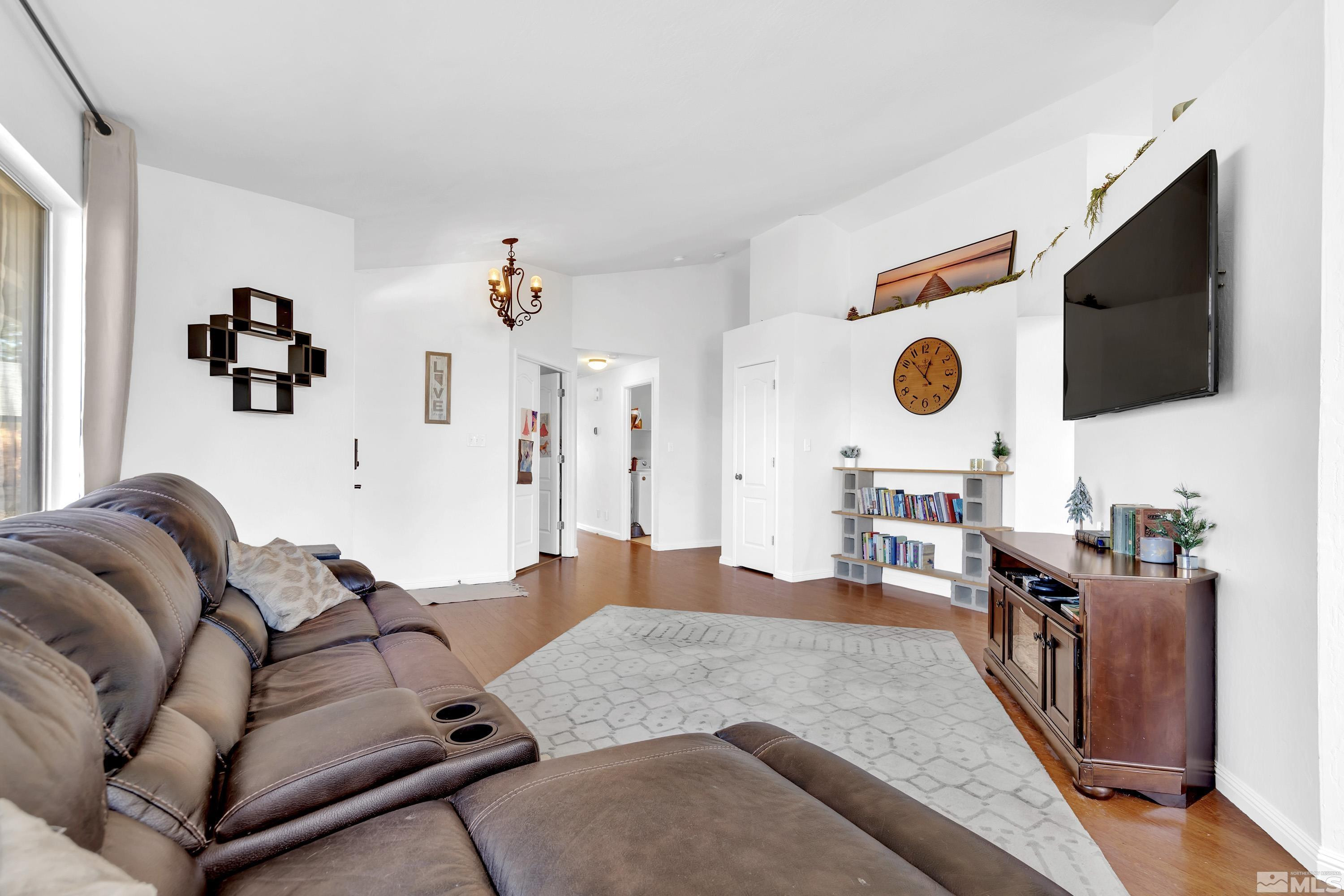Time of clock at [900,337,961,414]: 12:52
